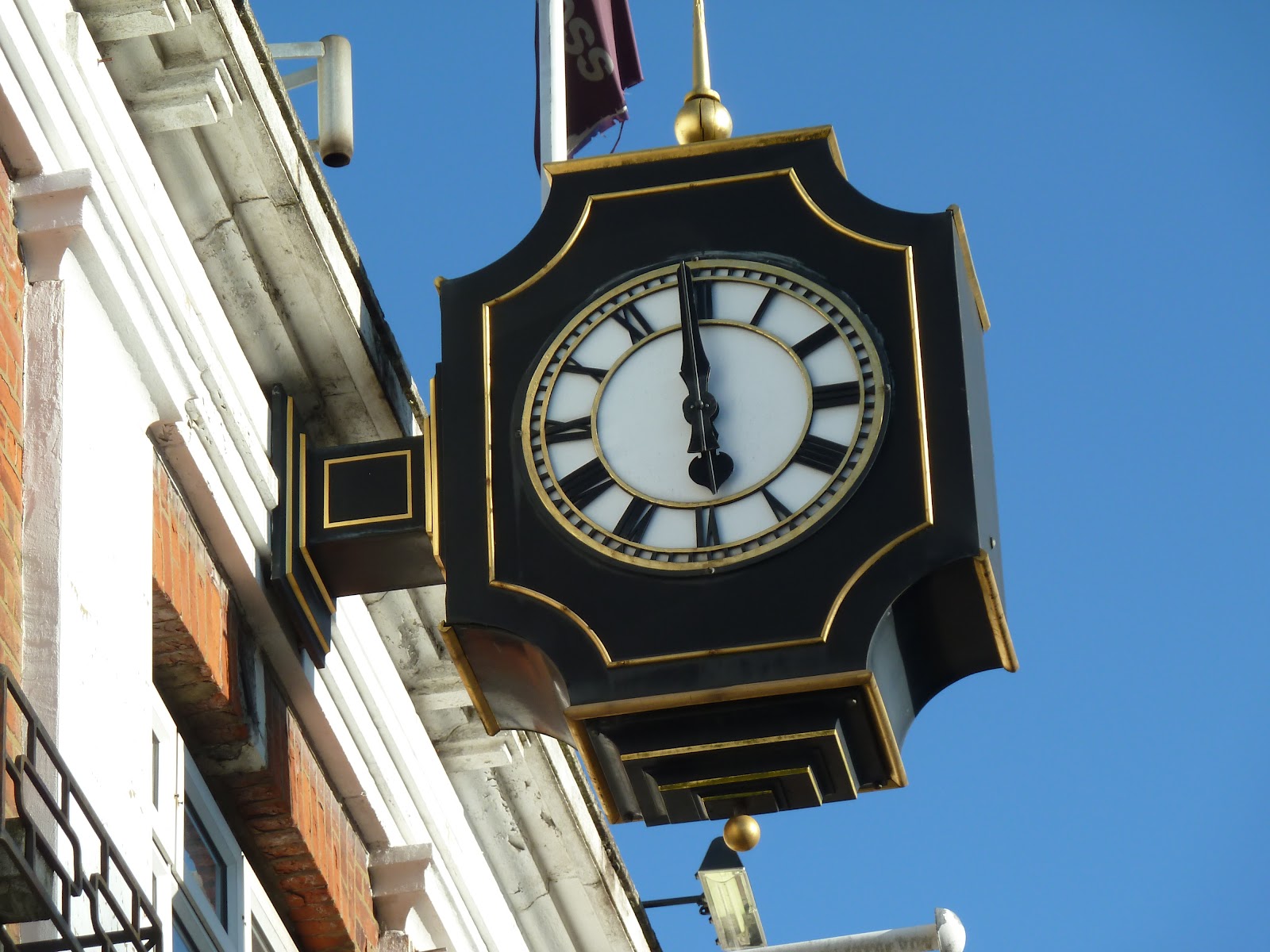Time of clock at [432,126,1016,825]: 5:59
